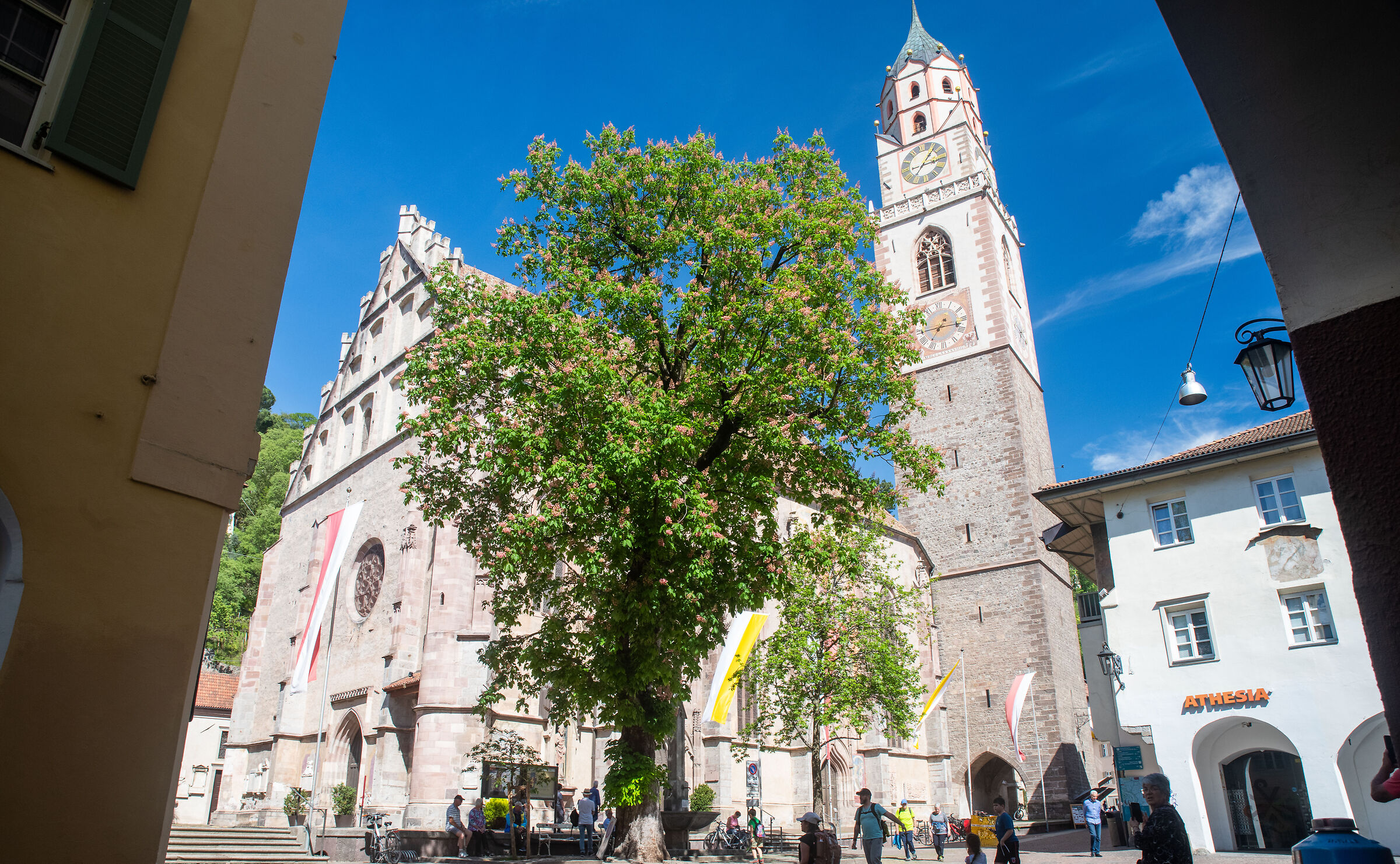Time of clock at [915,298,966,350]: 1:16
